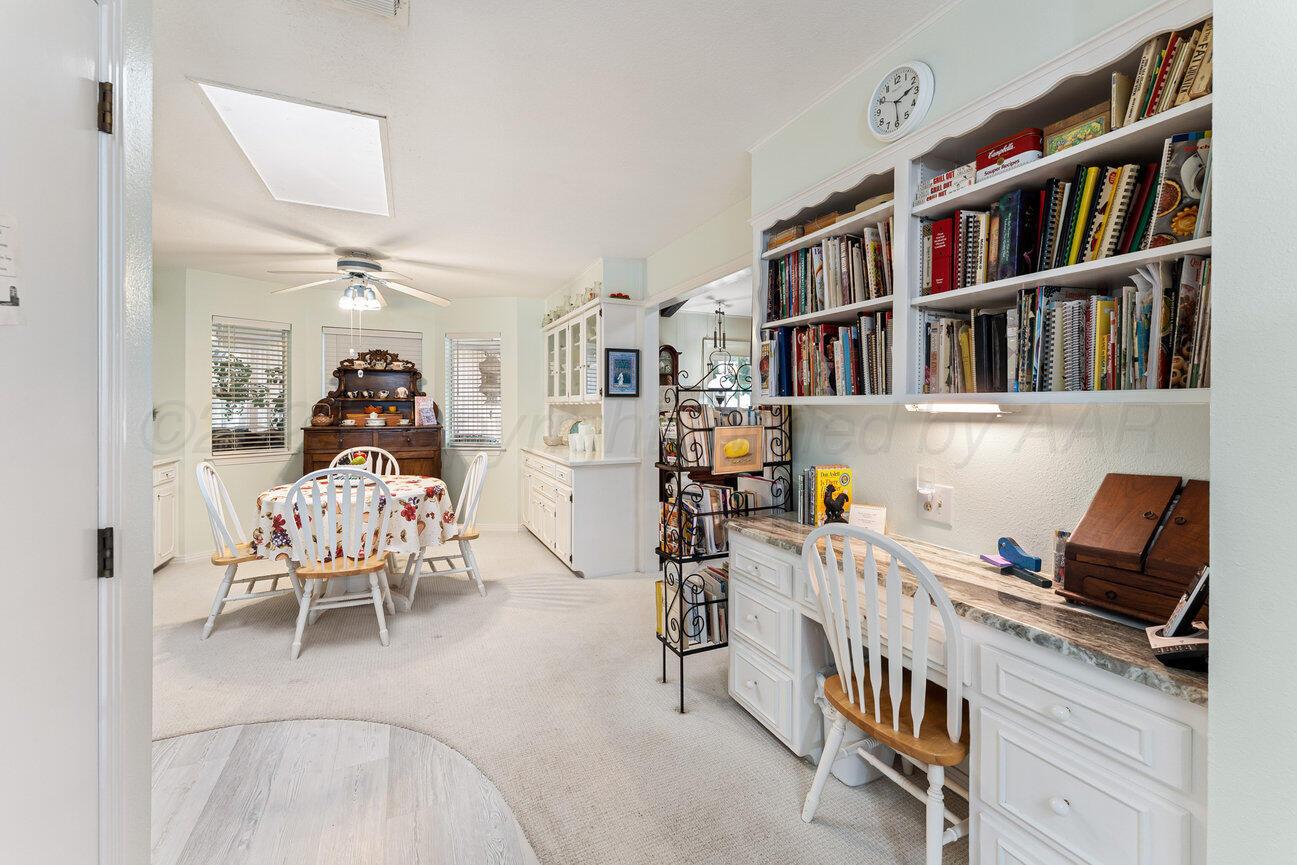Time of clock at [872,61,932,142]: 2:29
